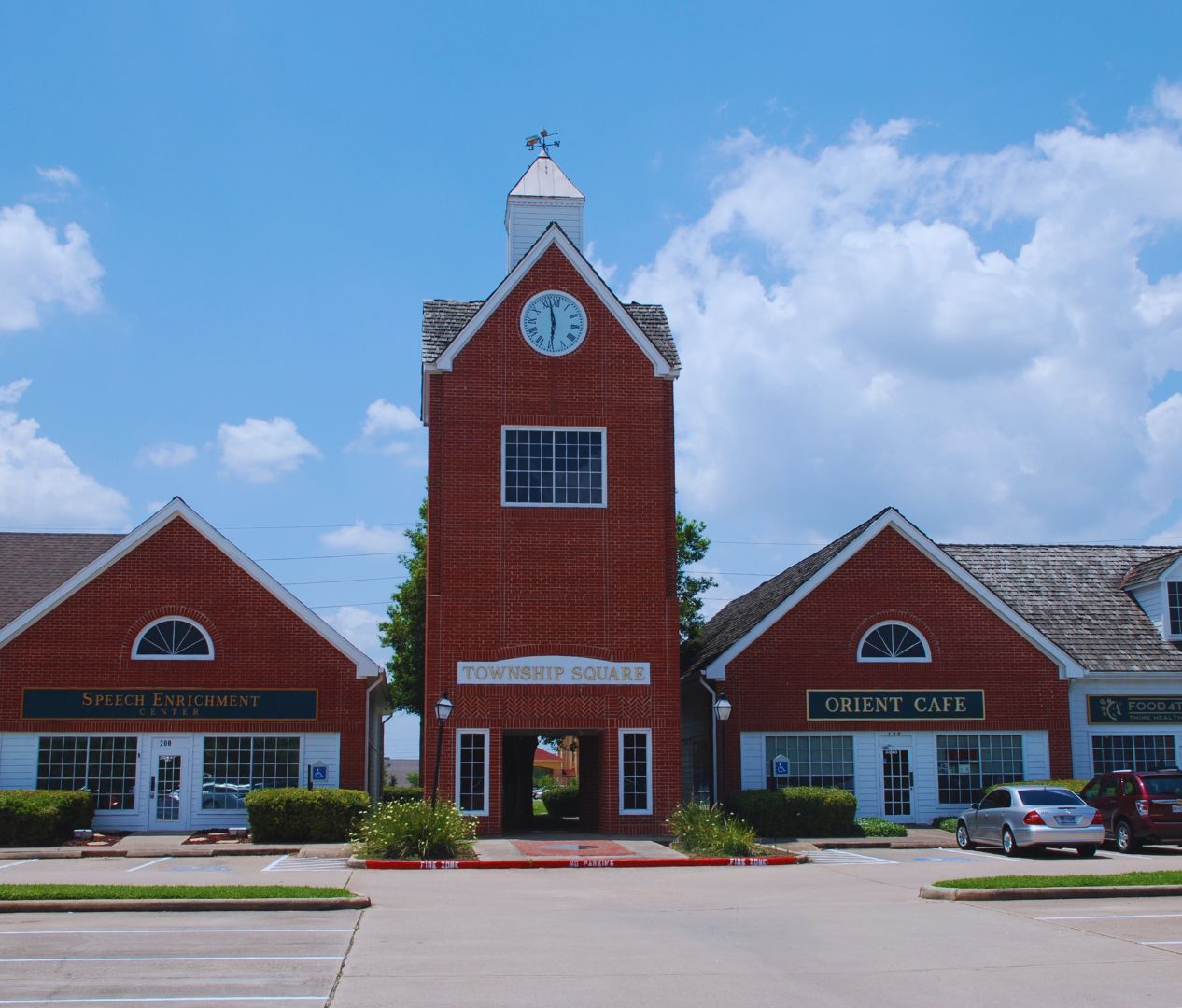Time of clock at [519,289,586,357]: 5:57
